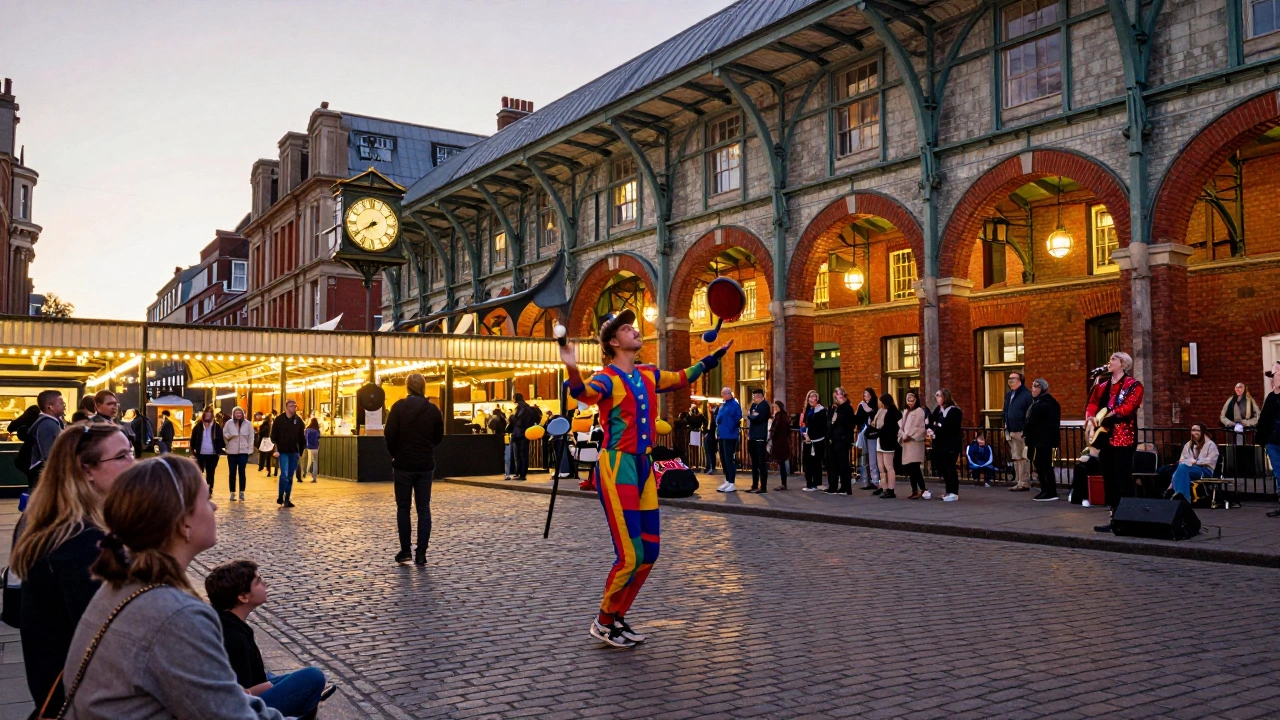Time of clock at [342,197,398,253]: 7:39
